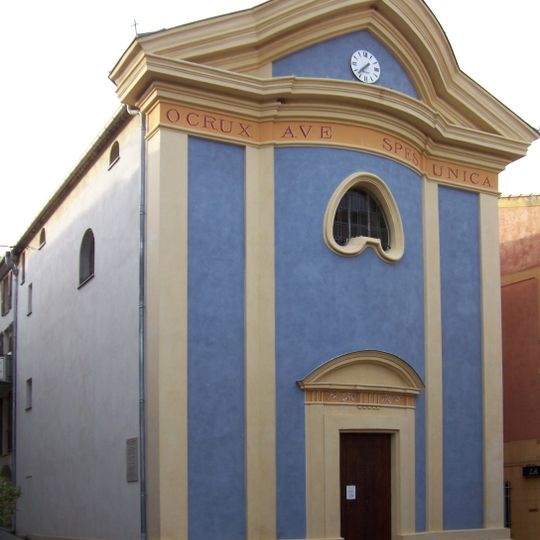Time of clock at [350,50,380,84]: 7:37
